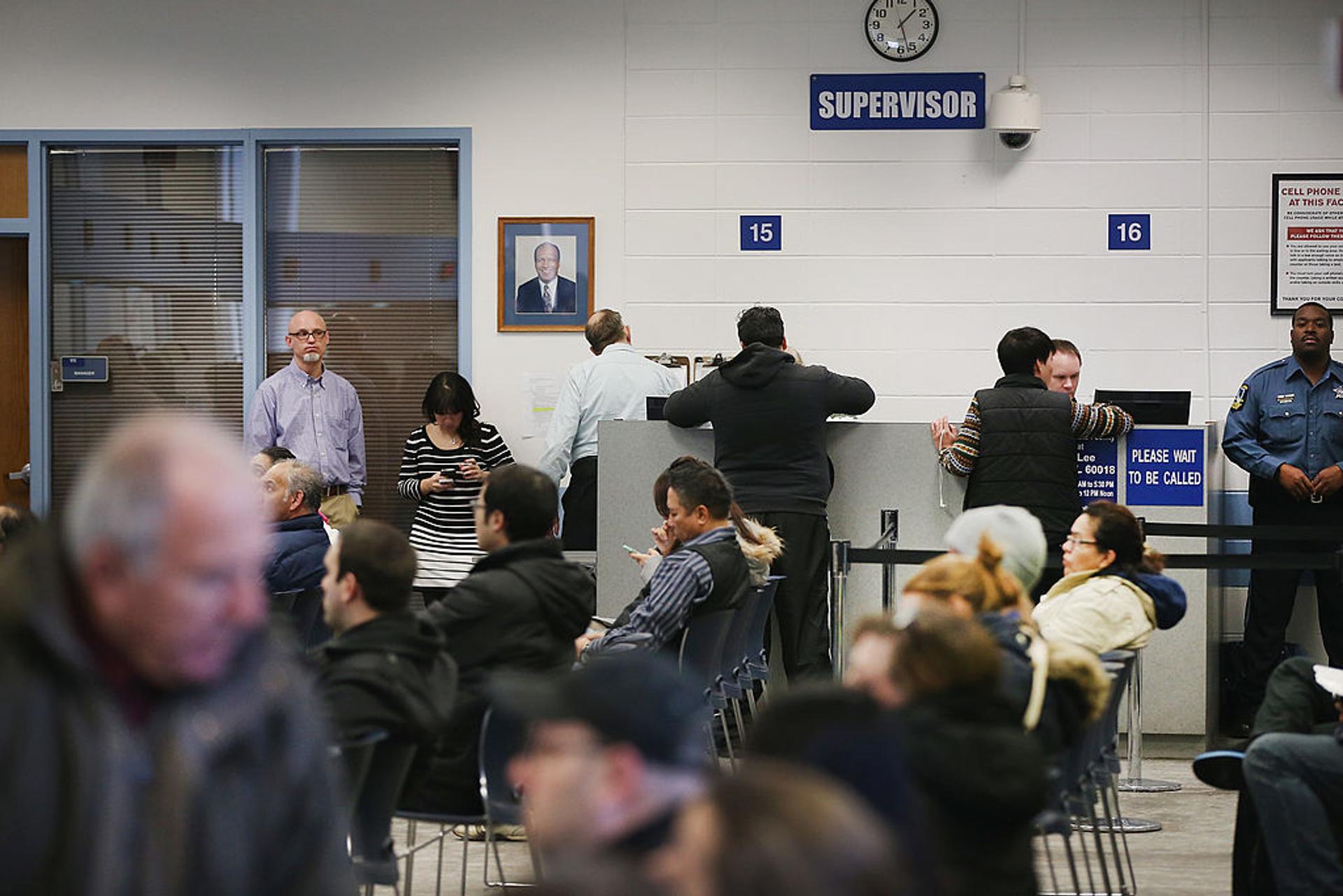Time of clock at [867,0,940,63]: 1:27
